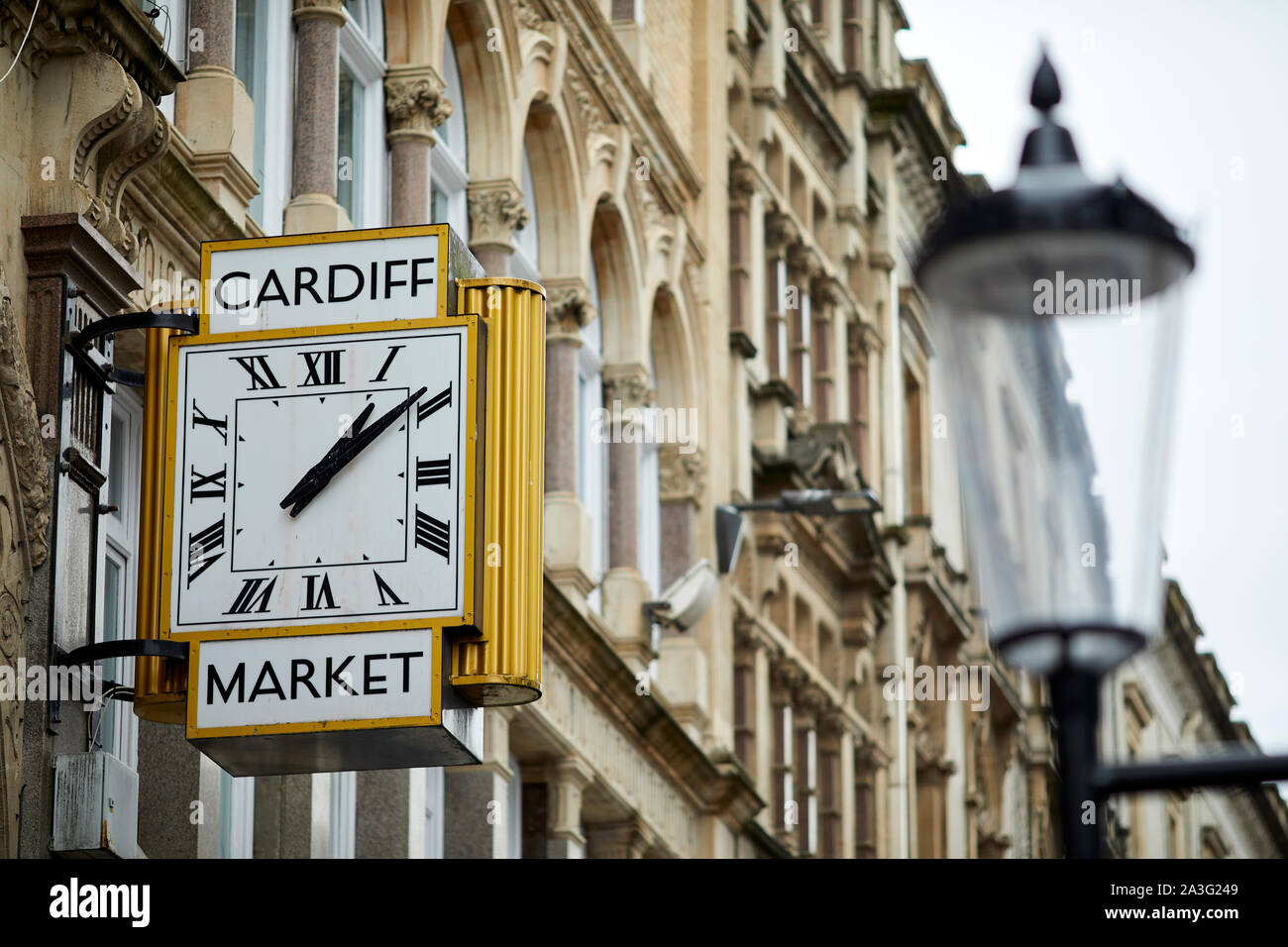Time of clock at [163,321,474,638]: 1:08
